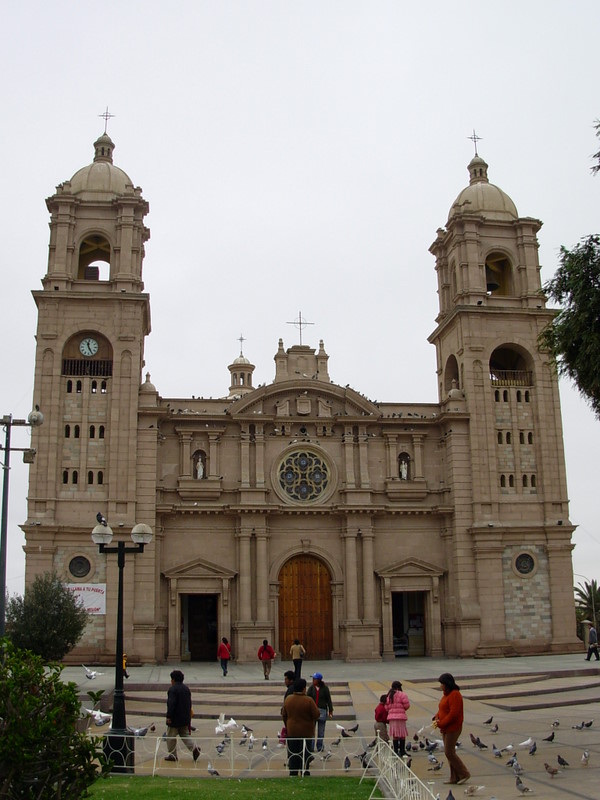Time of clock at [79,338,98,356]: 11:25
